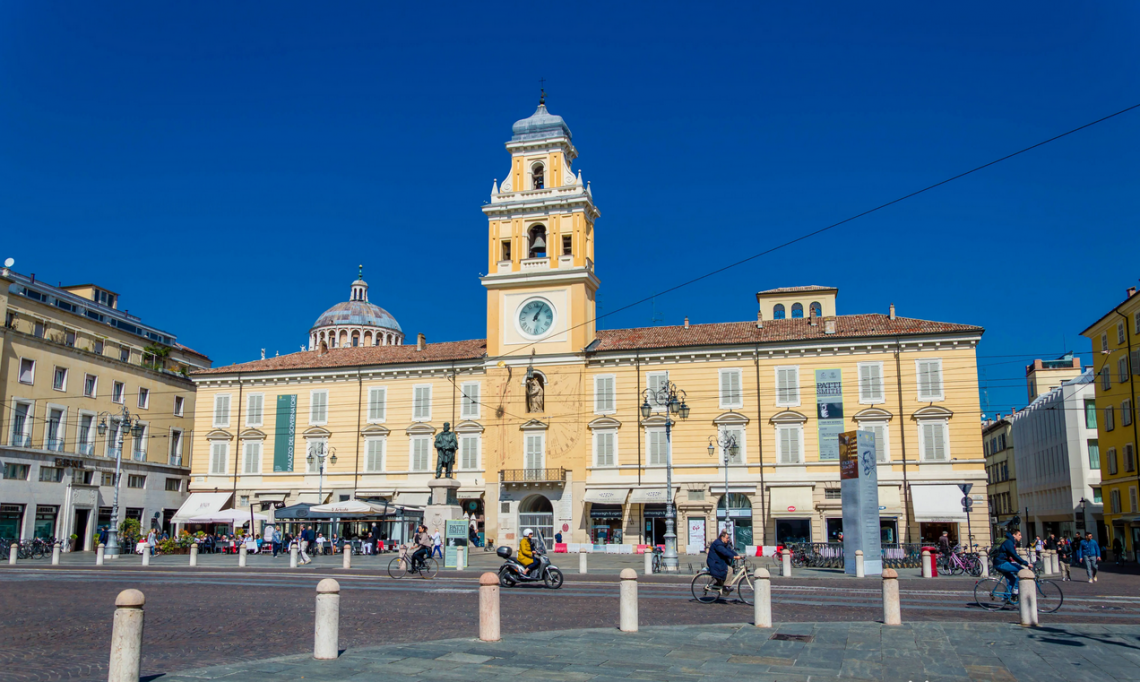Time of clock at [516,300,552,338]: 1:05
